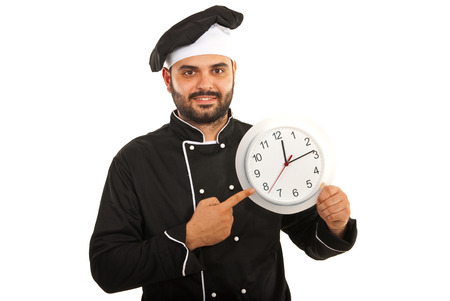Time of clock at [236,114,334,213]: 12:13
